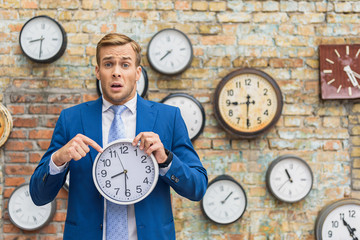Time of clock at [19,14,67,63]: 8:30
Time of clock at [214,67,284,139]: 8:30
